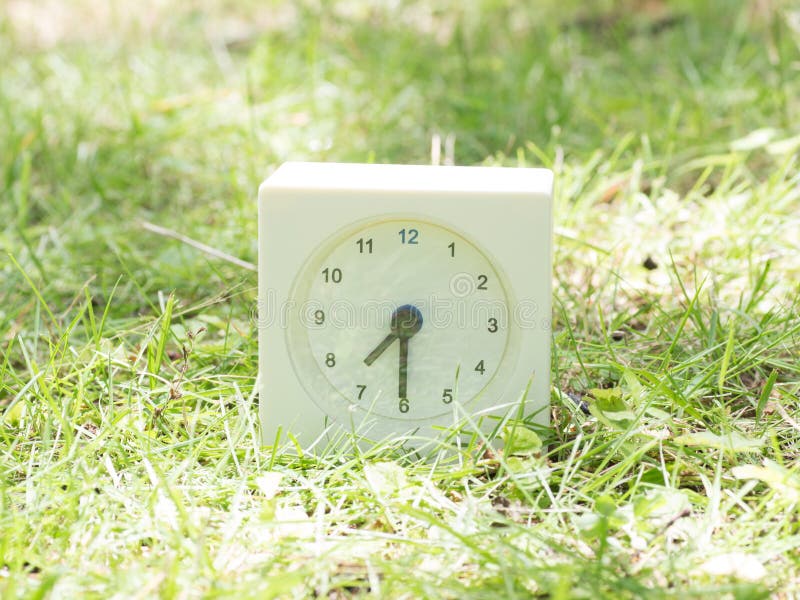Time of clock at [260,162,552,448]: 7:29
